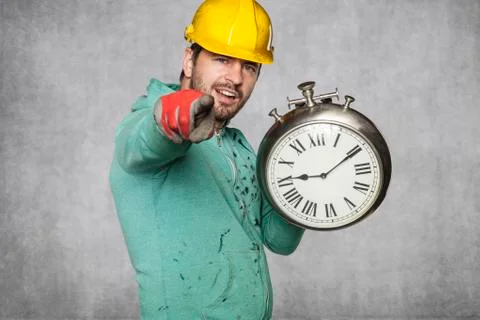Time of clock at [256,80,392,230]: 9:10
